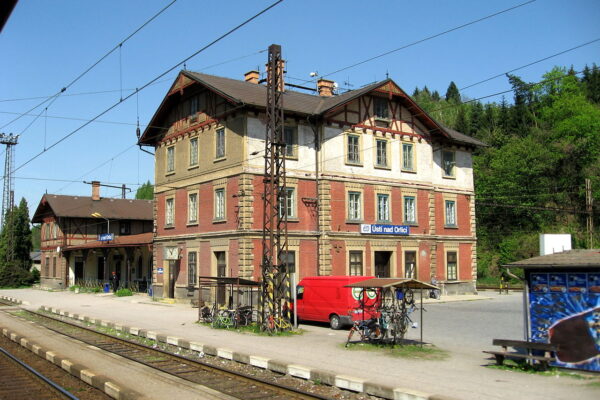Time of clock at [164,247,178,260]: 11:02
